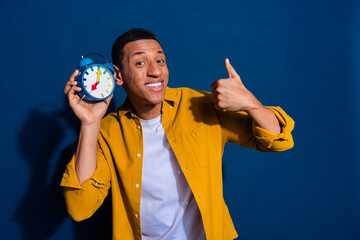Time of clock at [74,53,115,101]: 7:01
